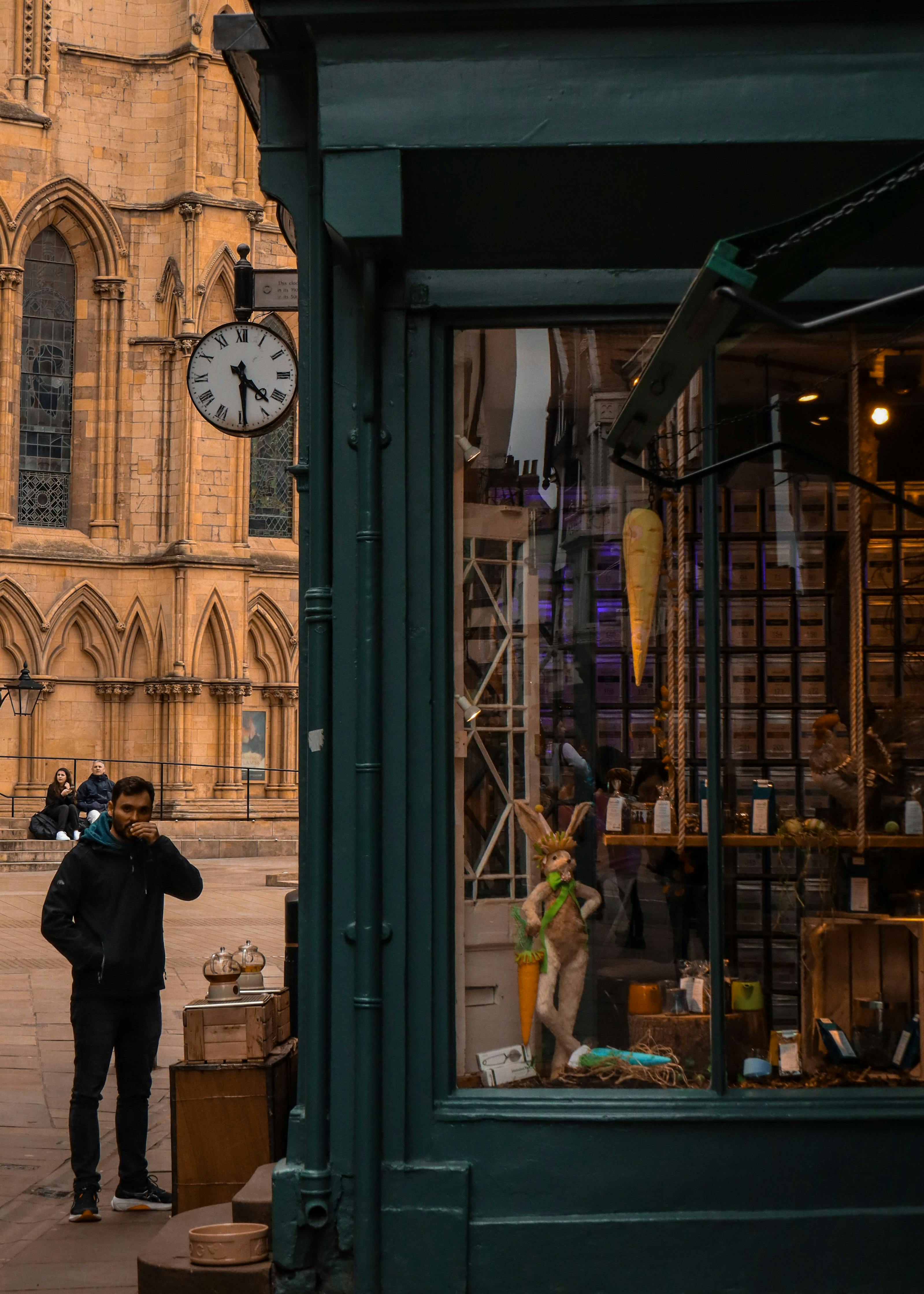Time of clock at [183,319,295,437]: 4:29
